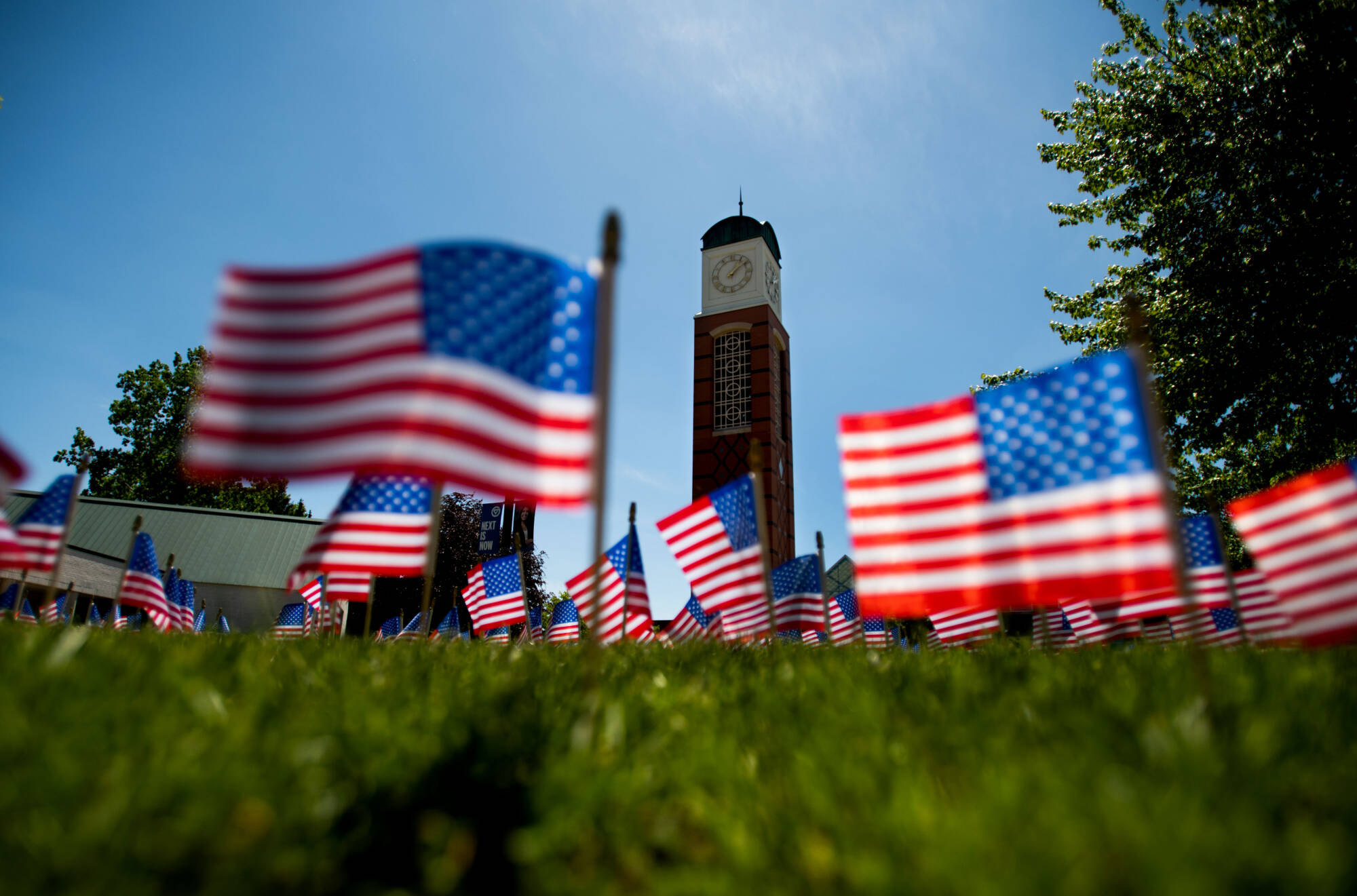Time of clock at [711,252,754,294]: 1:08
